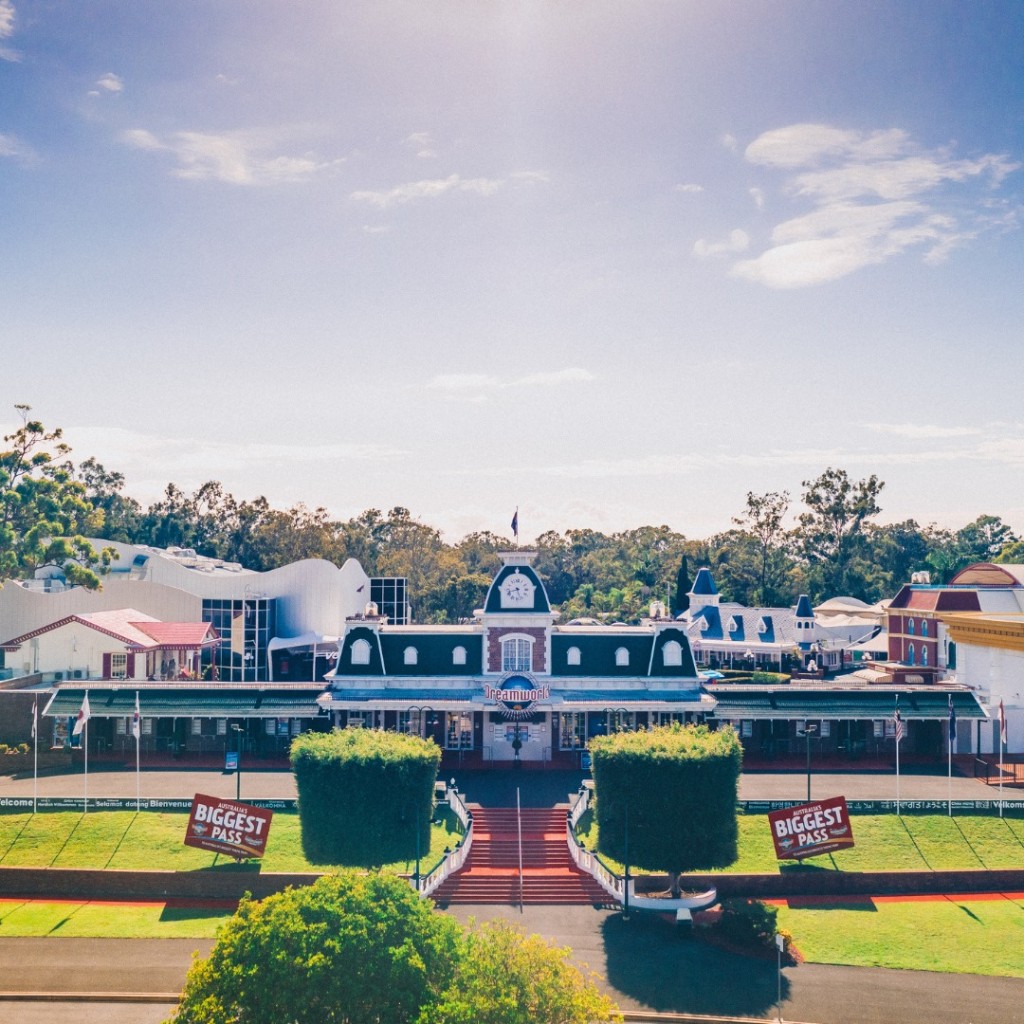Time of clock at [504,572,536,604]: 8:26
